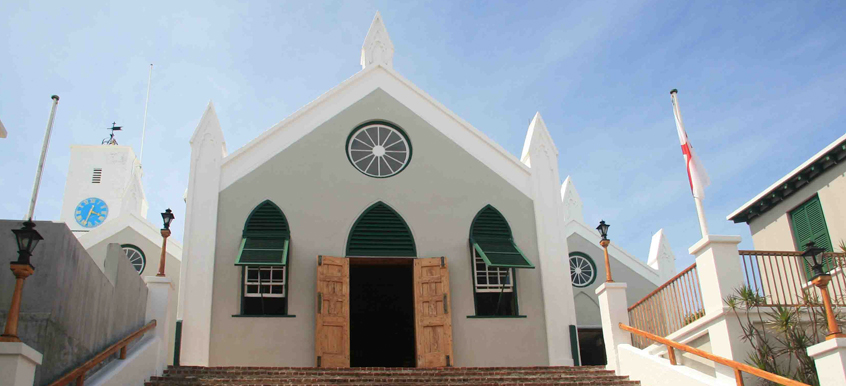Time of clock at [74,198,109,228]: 3:34
